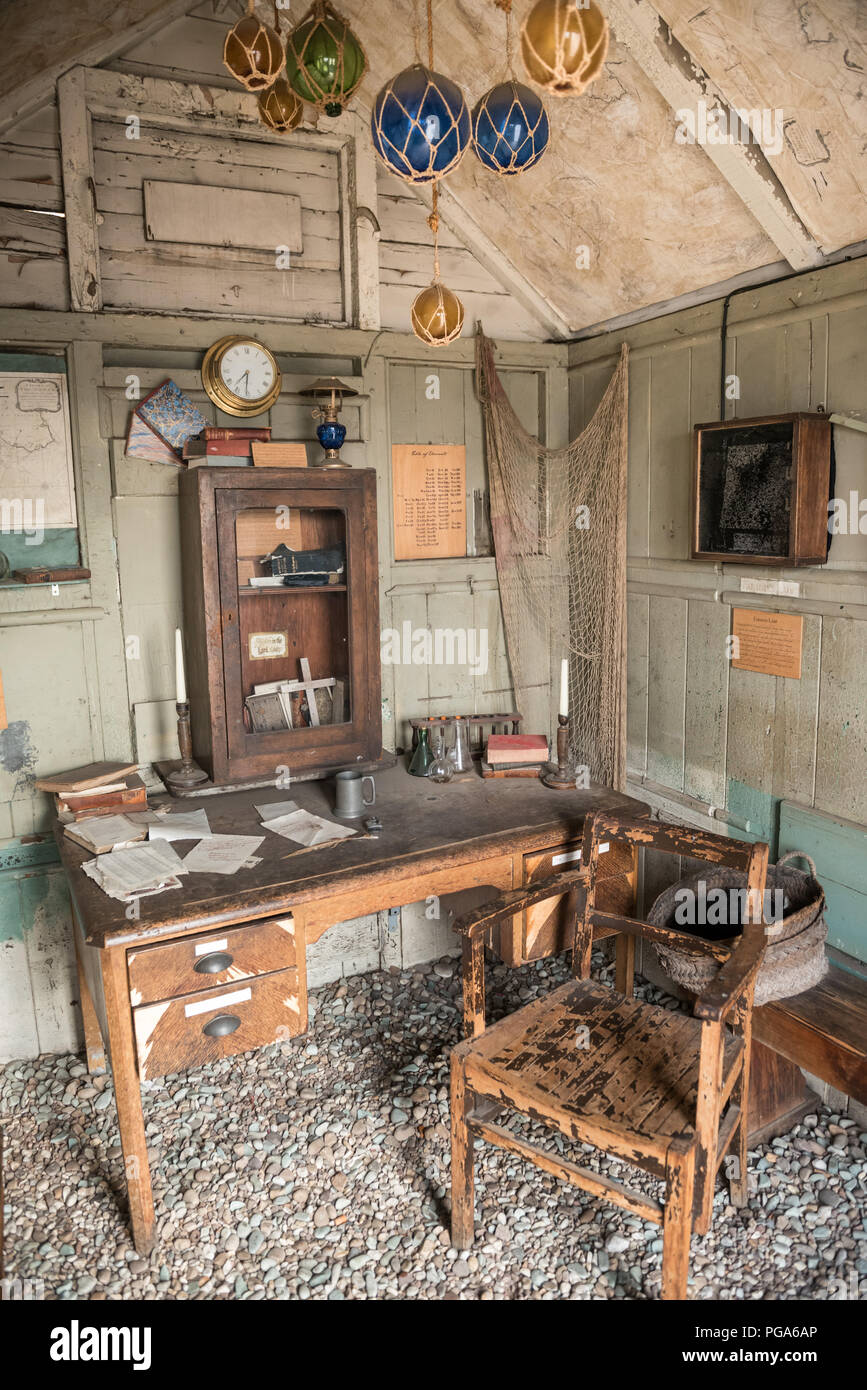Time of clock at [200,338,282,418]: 7:30
